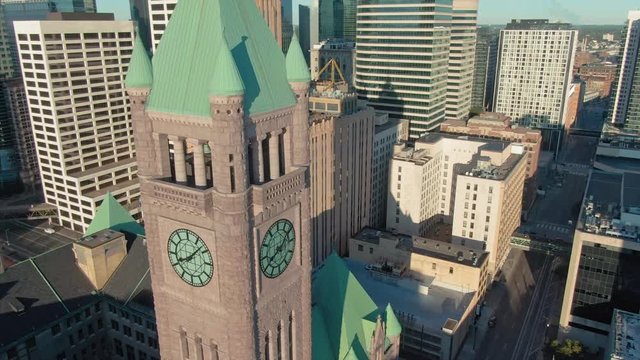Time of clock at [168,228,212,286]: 8:07
